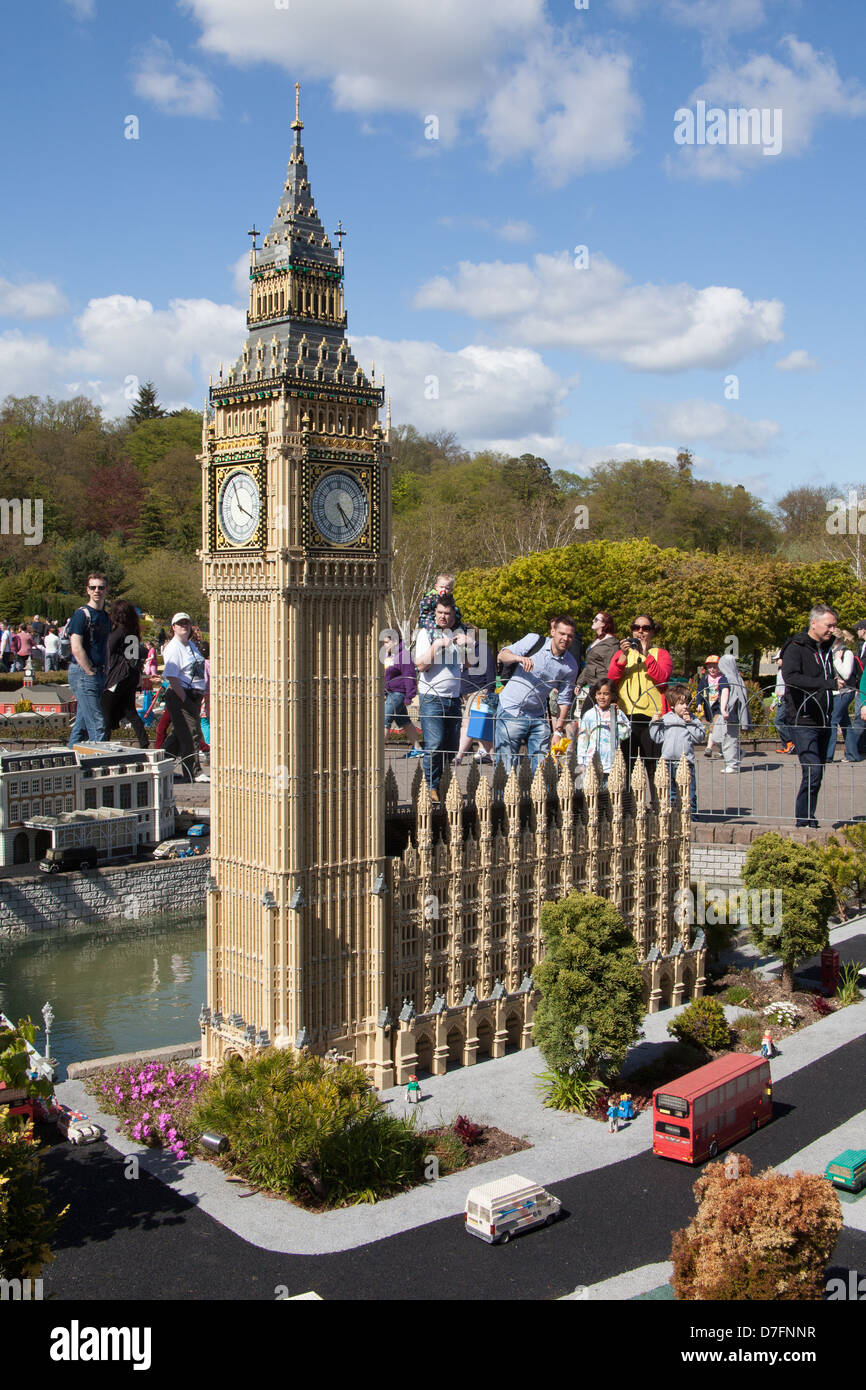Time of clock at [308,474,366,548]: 5:23
